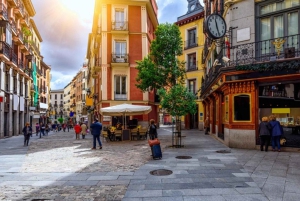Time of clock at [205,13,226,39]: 11:26
